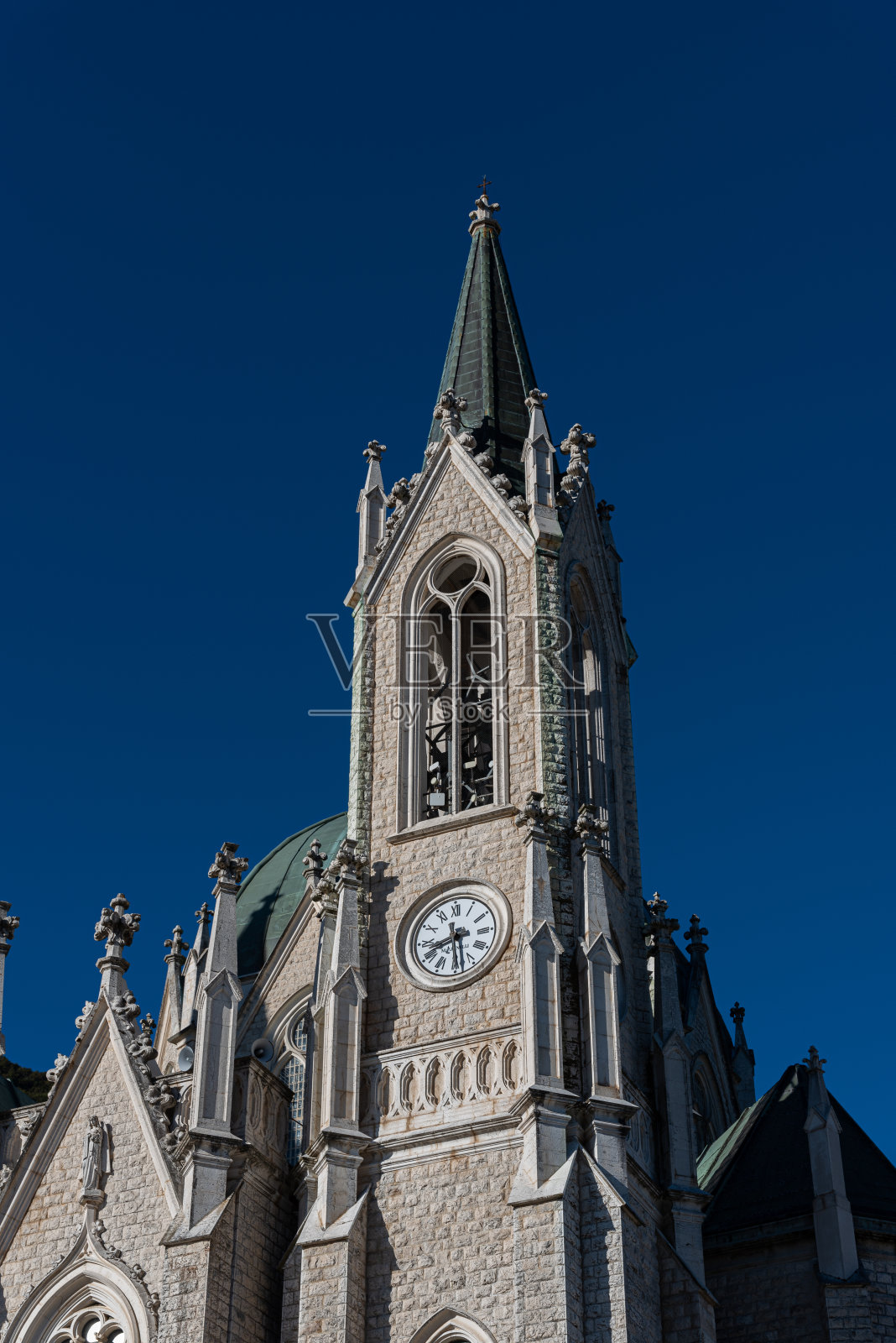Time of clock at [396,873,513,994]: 8:29
